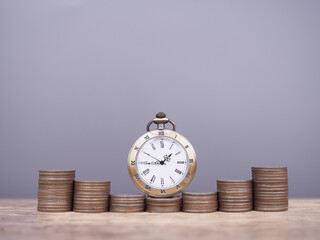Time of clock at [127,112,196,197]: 1:44
